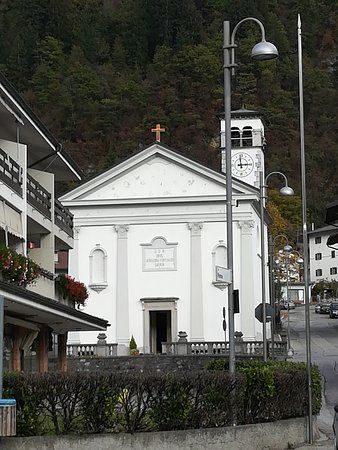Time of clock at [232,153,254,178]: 2:58
